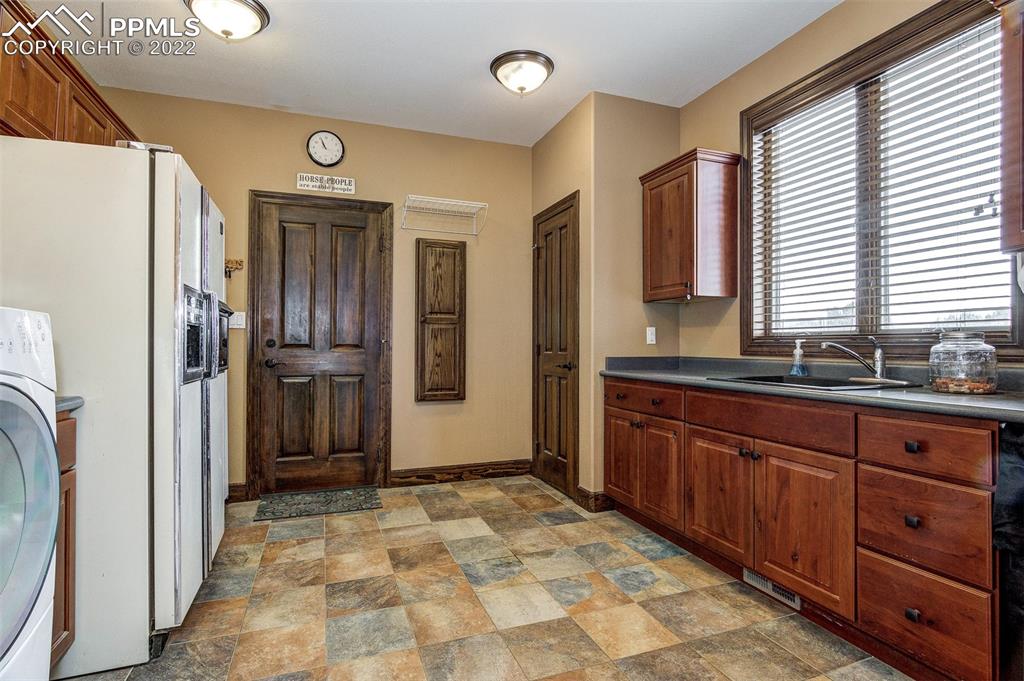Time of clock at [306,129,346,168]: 10:56
